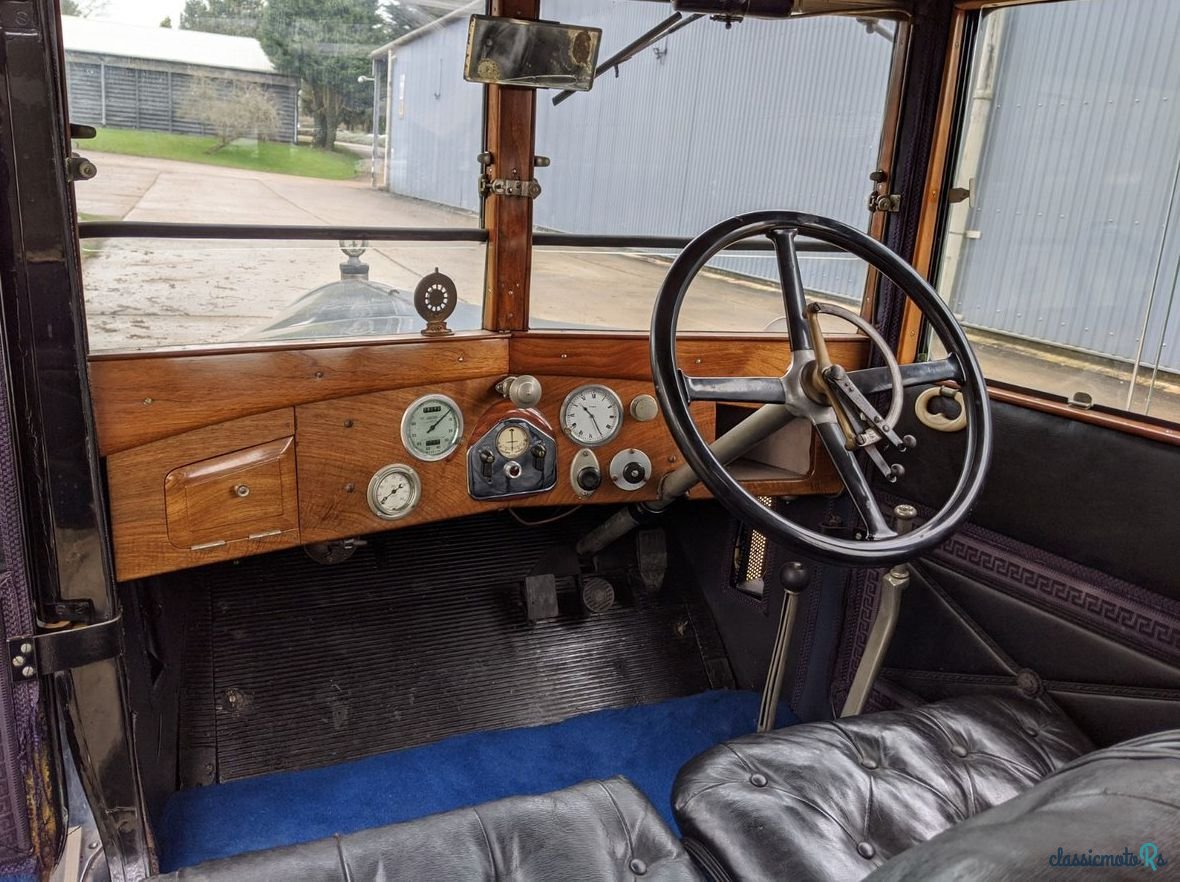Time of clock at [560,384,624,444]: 10:24
